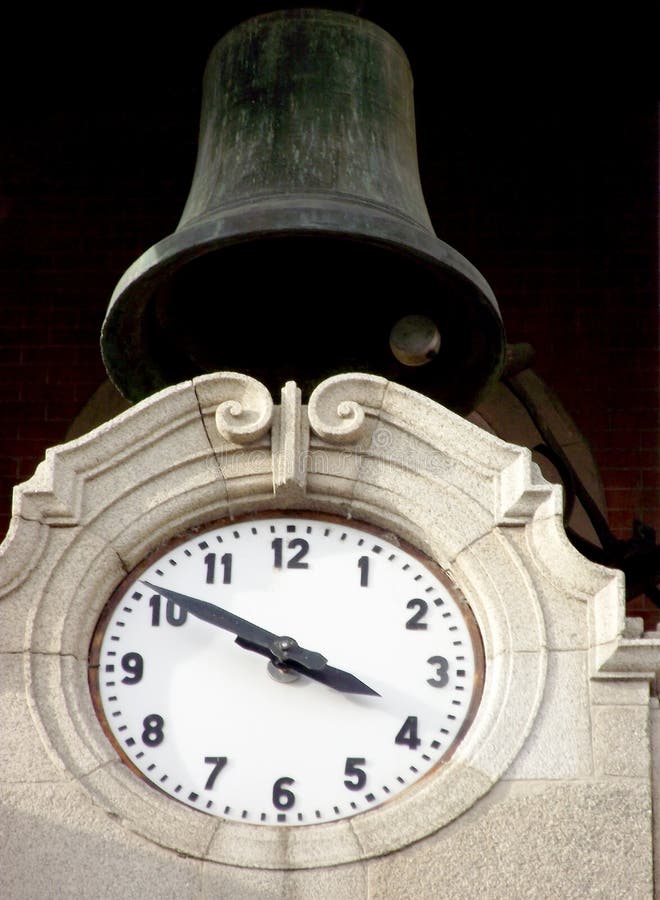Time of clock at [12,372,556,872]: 3:50
